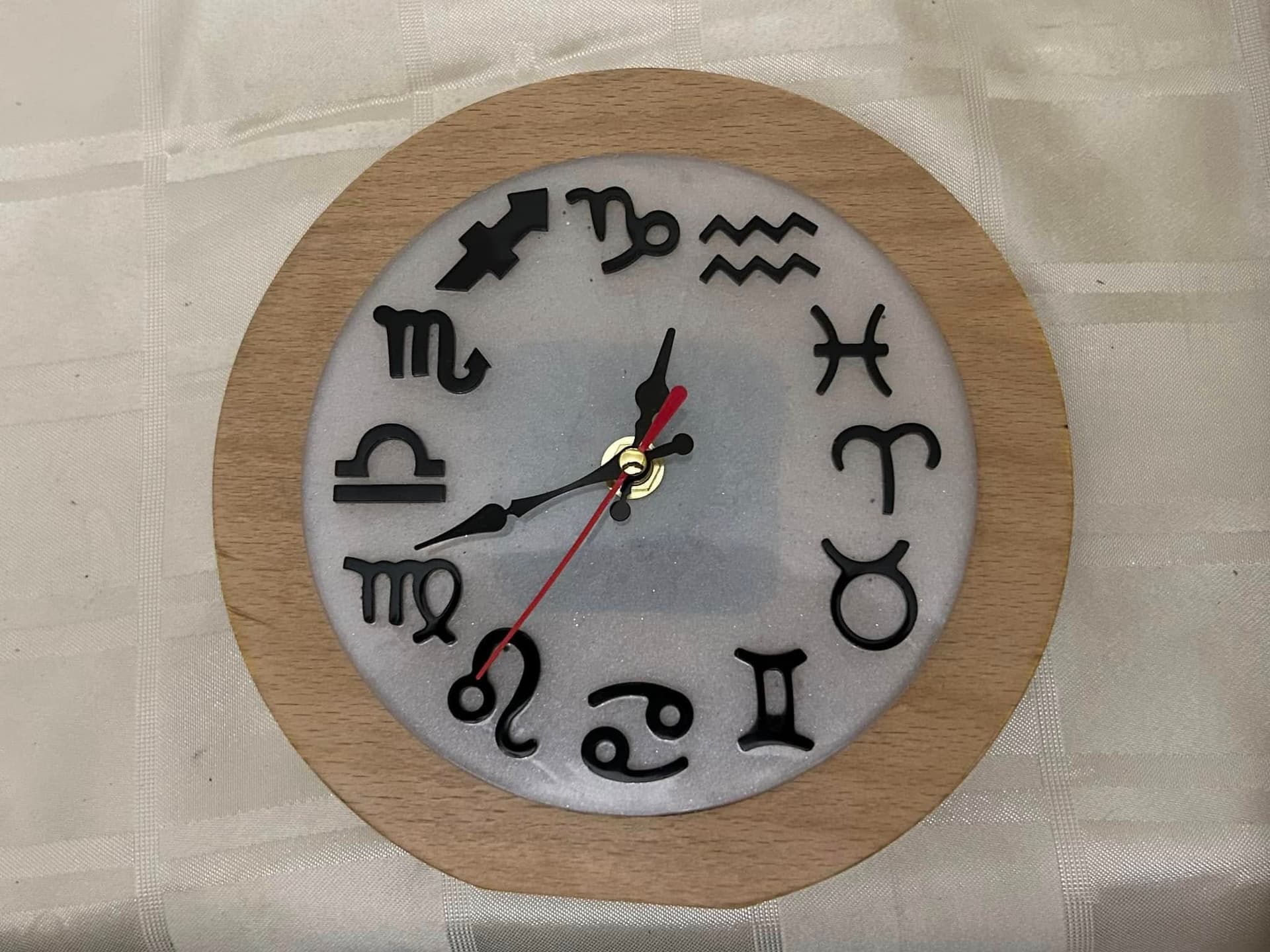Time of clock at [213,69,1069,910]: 11:41
